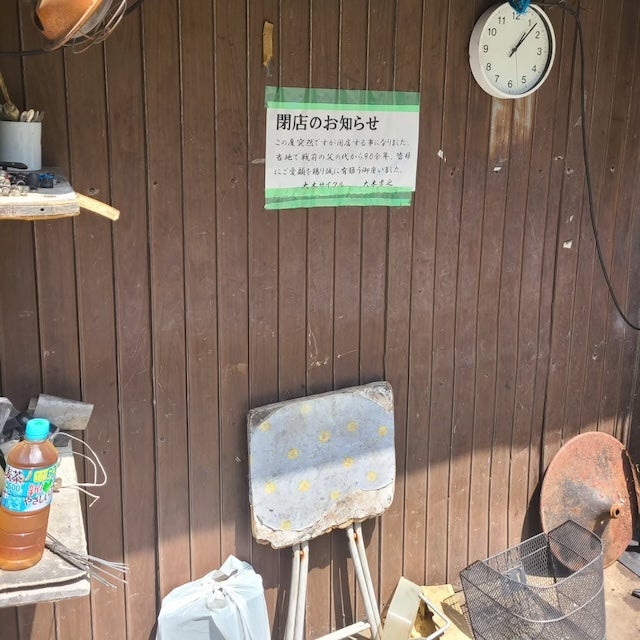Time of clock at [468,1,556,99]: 1:07
